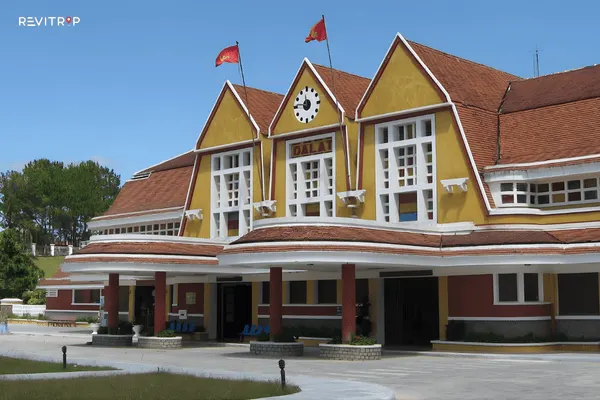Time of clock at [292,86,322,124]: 11:46
